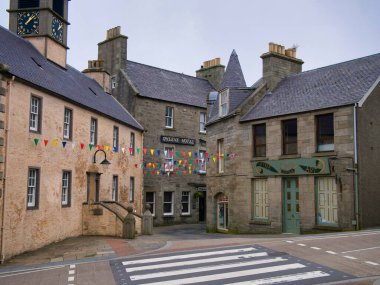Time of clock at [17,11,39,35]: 1:07
